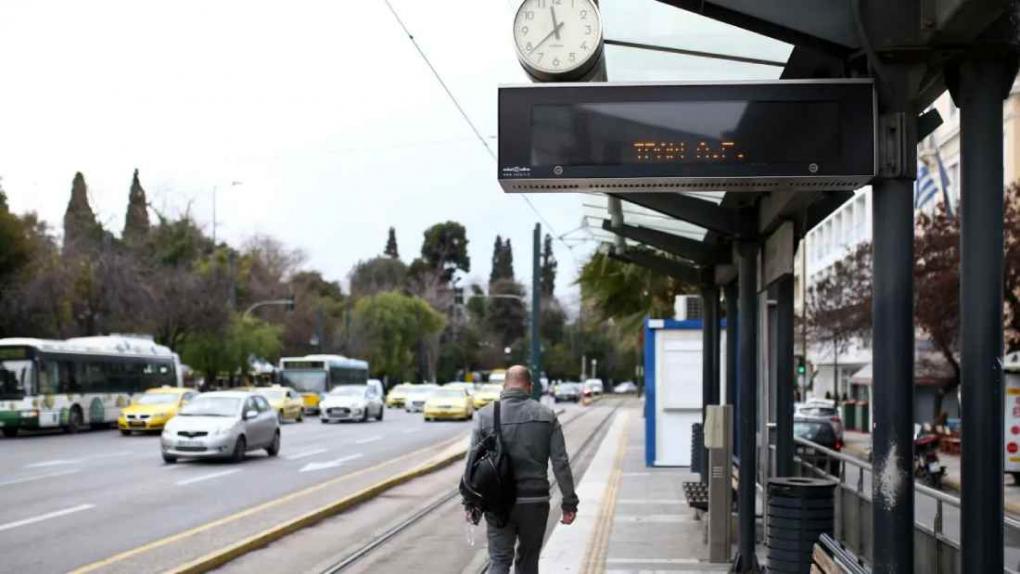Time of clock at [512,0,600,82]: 11:38
